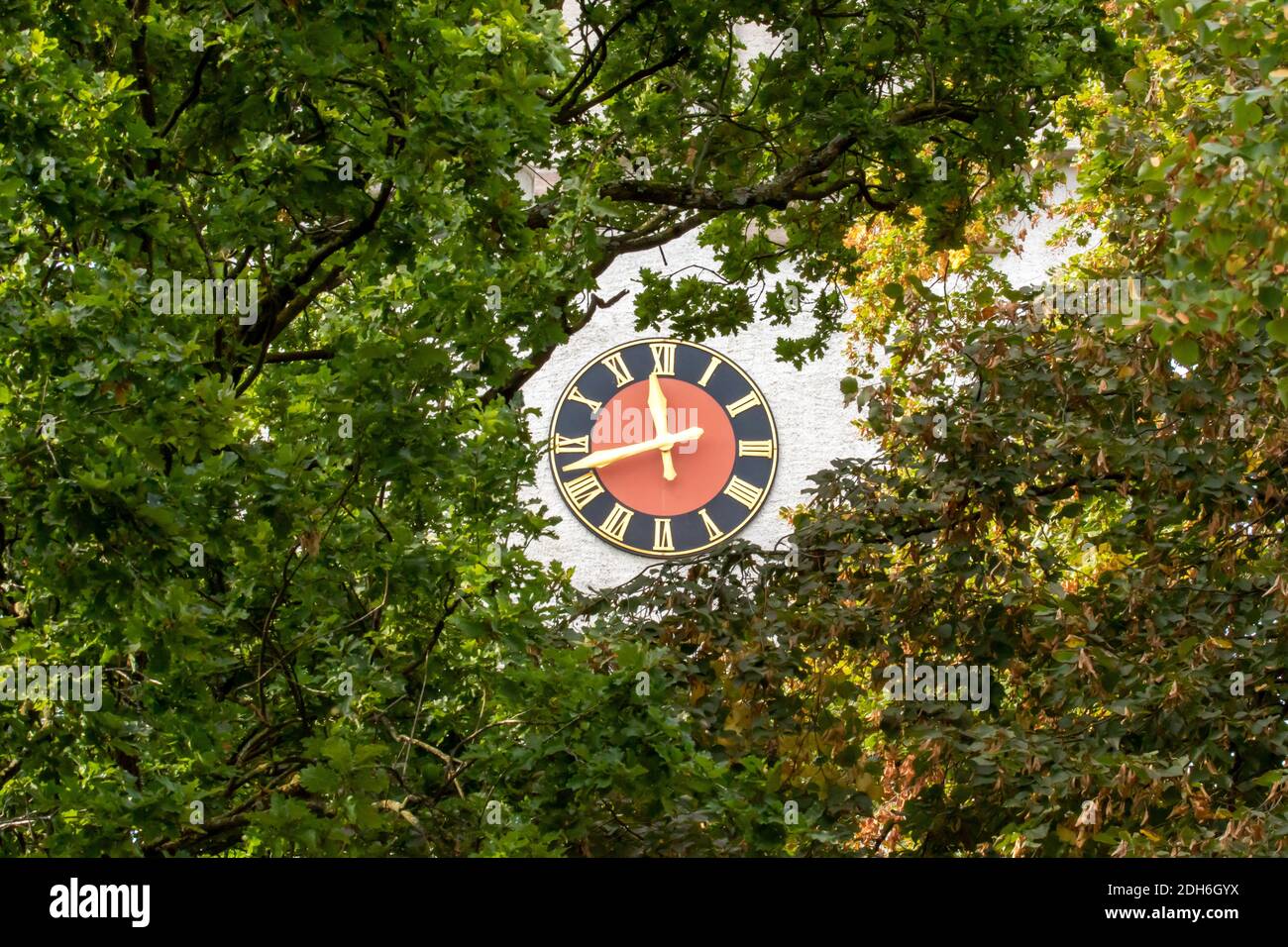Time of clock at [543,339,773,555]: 11:42
